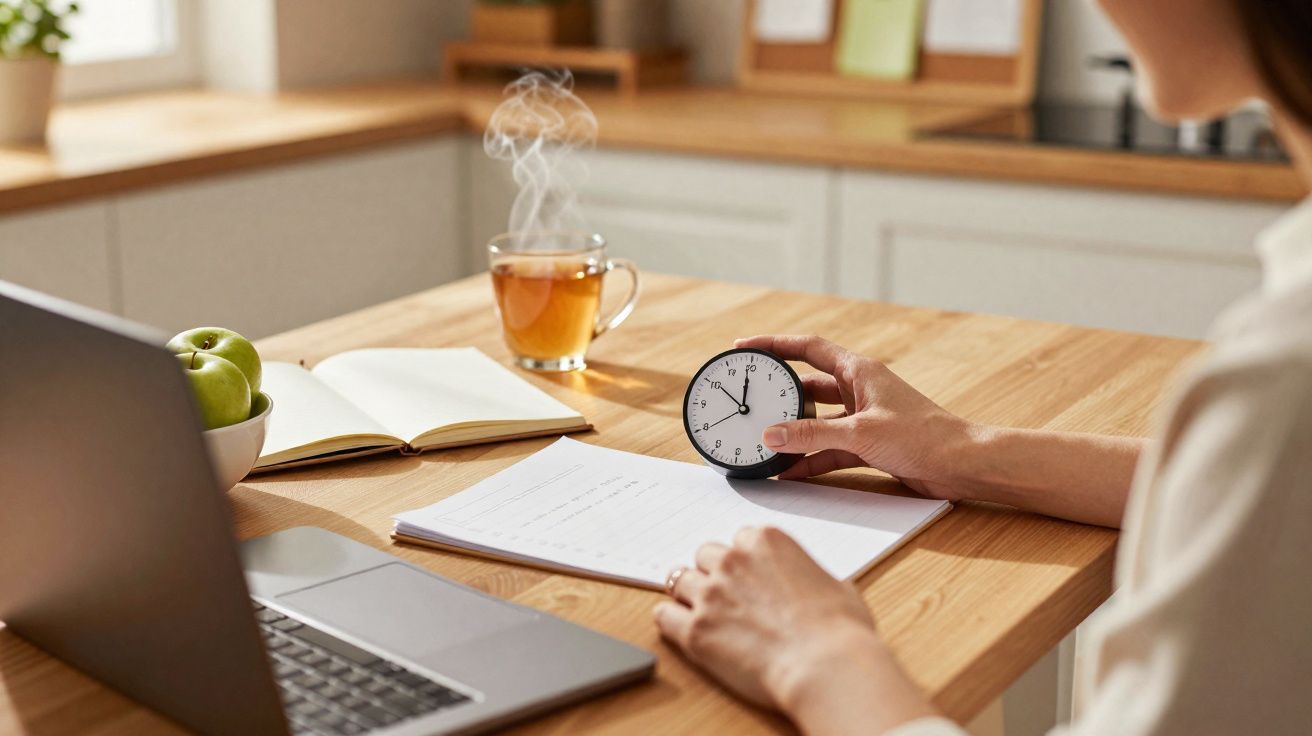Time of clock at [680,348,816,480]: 11:50
